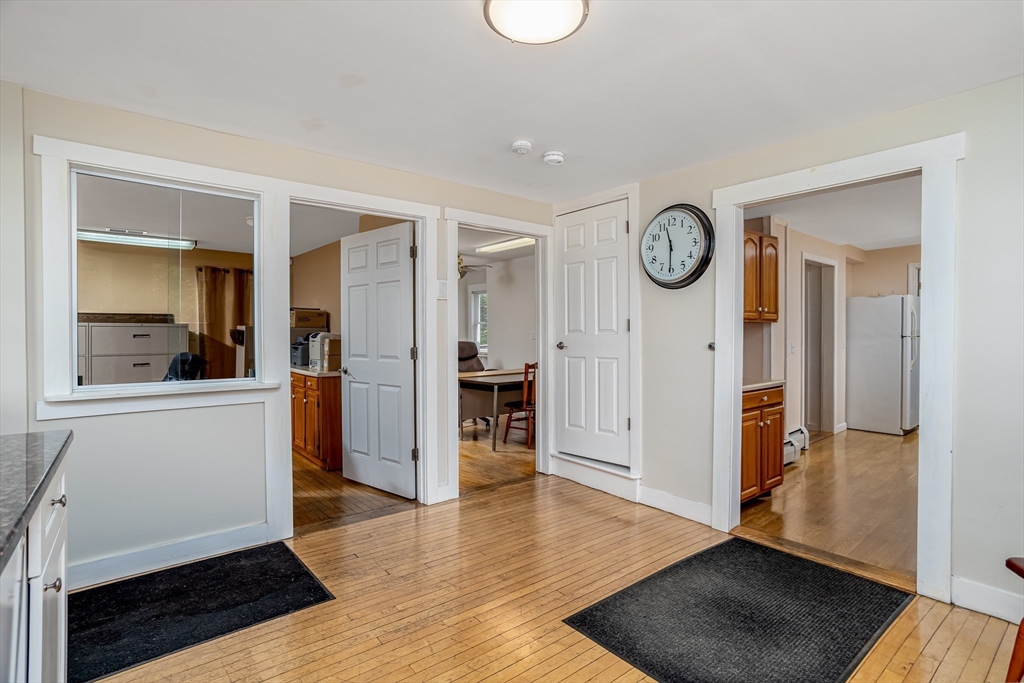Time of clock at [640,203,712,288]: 11:30
